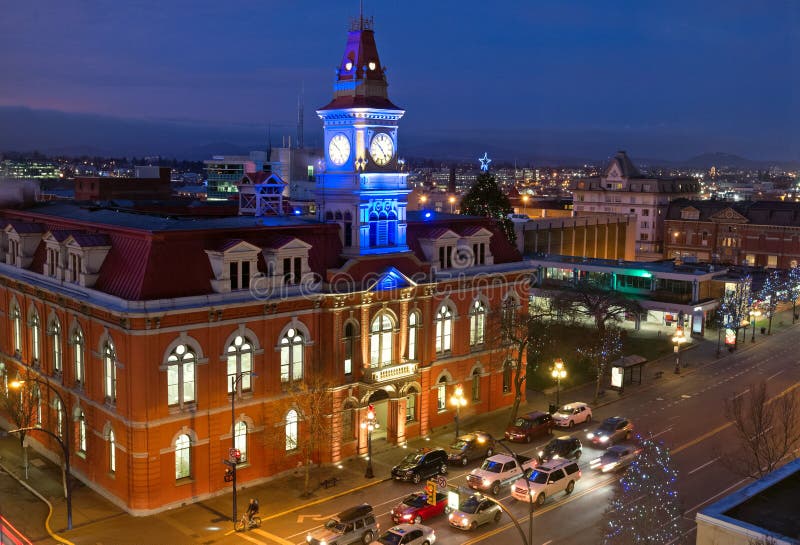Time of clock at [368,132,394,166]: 10:23
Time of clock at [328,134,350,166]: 4:50
